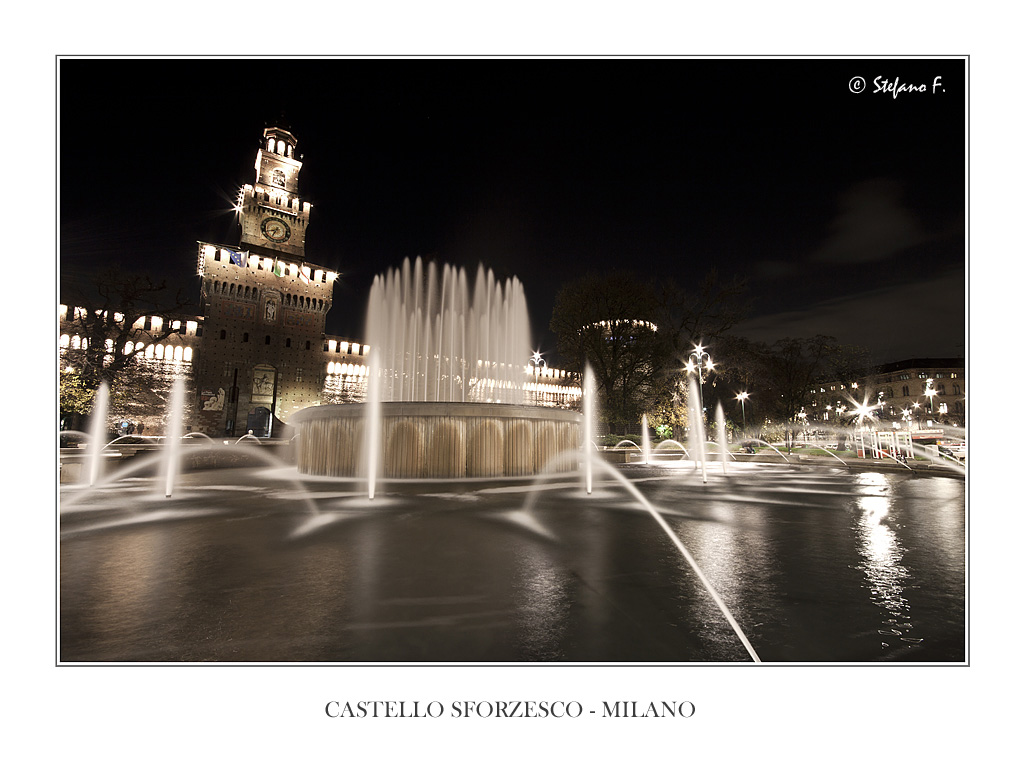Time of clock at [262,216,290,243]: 8:35
